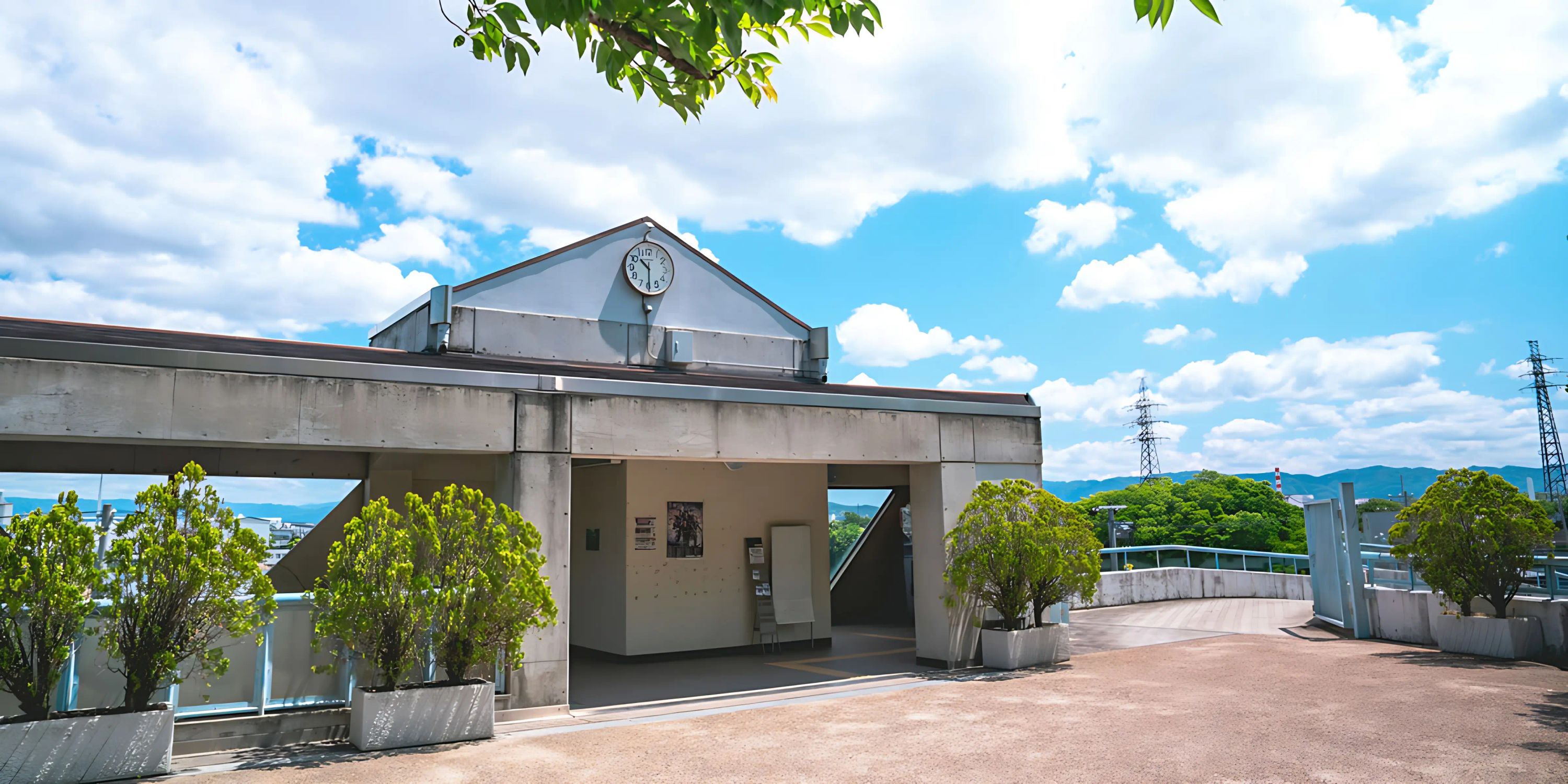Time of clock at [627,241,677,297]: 10:29
